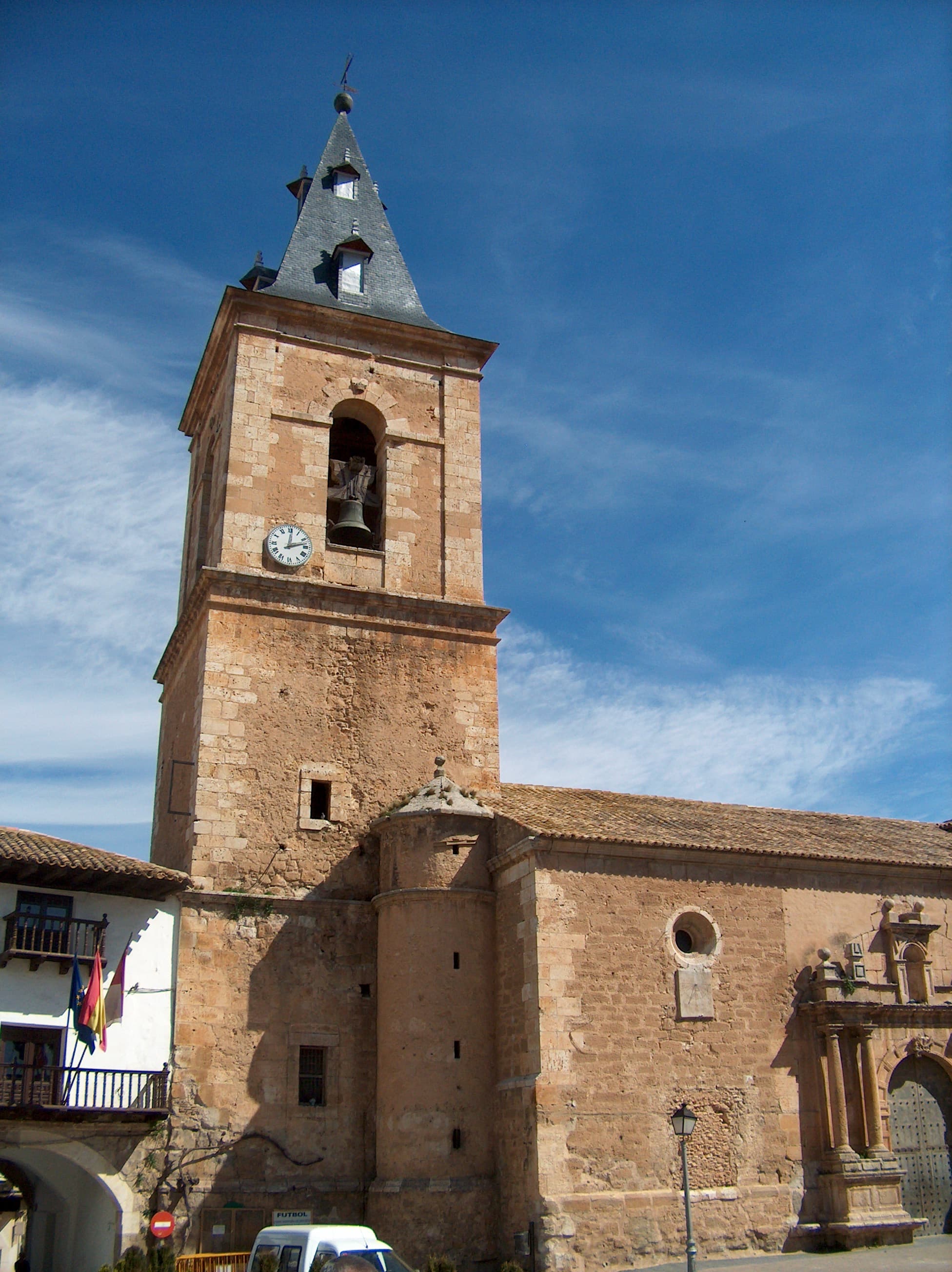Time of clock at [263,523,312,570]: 12:12
